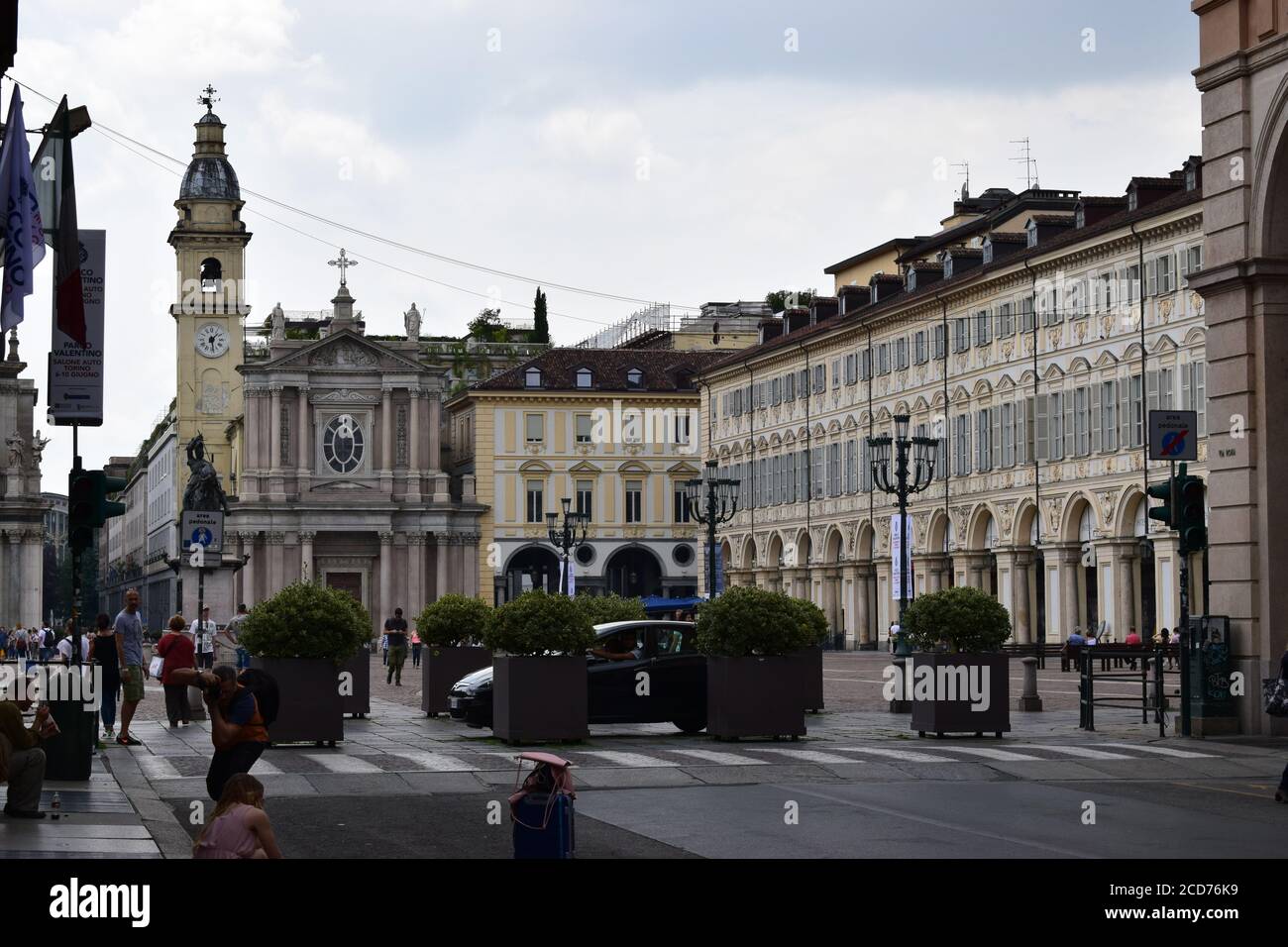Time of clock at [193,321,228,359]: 1:28
